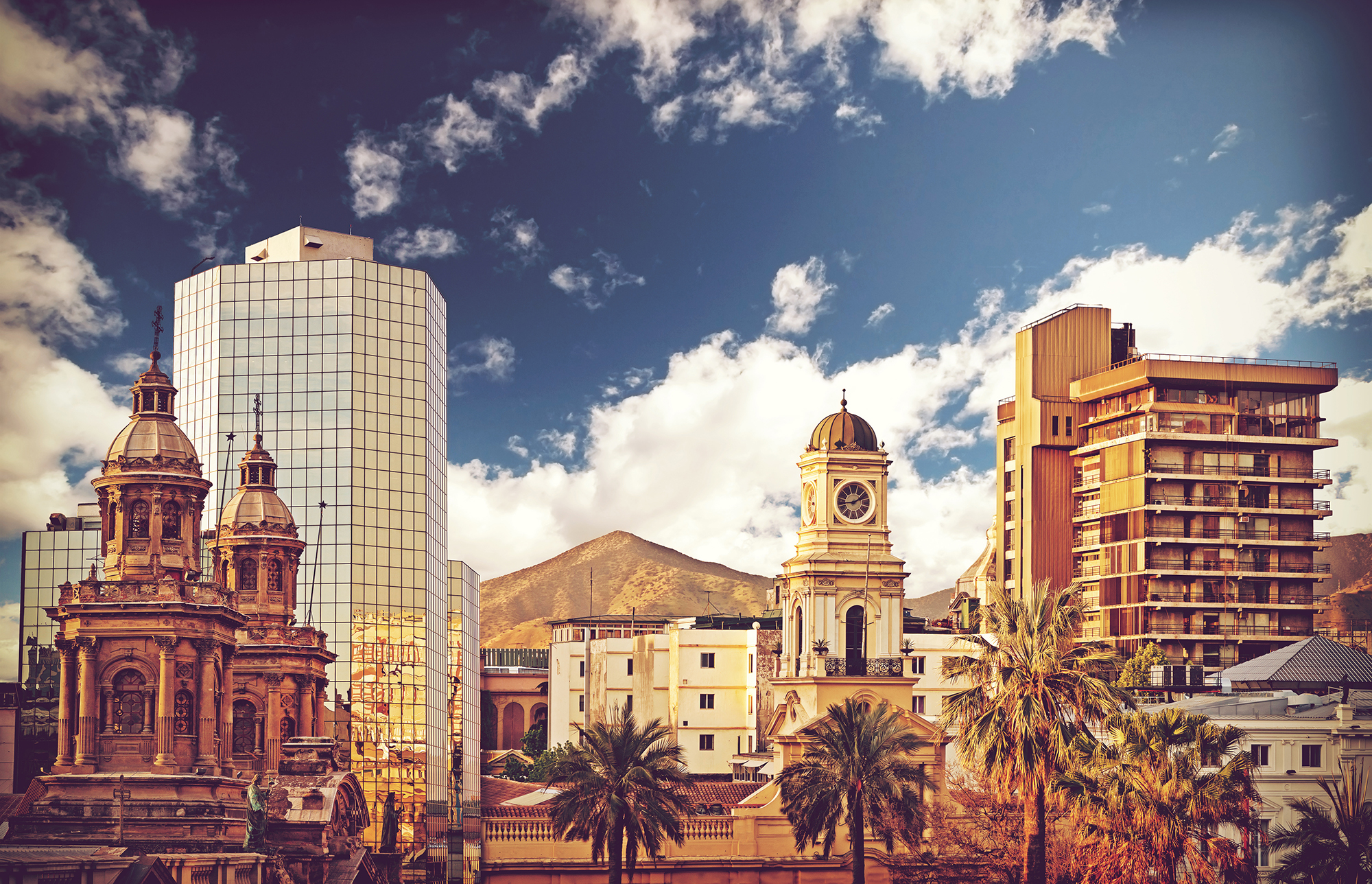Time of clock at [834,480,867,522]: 1:42
